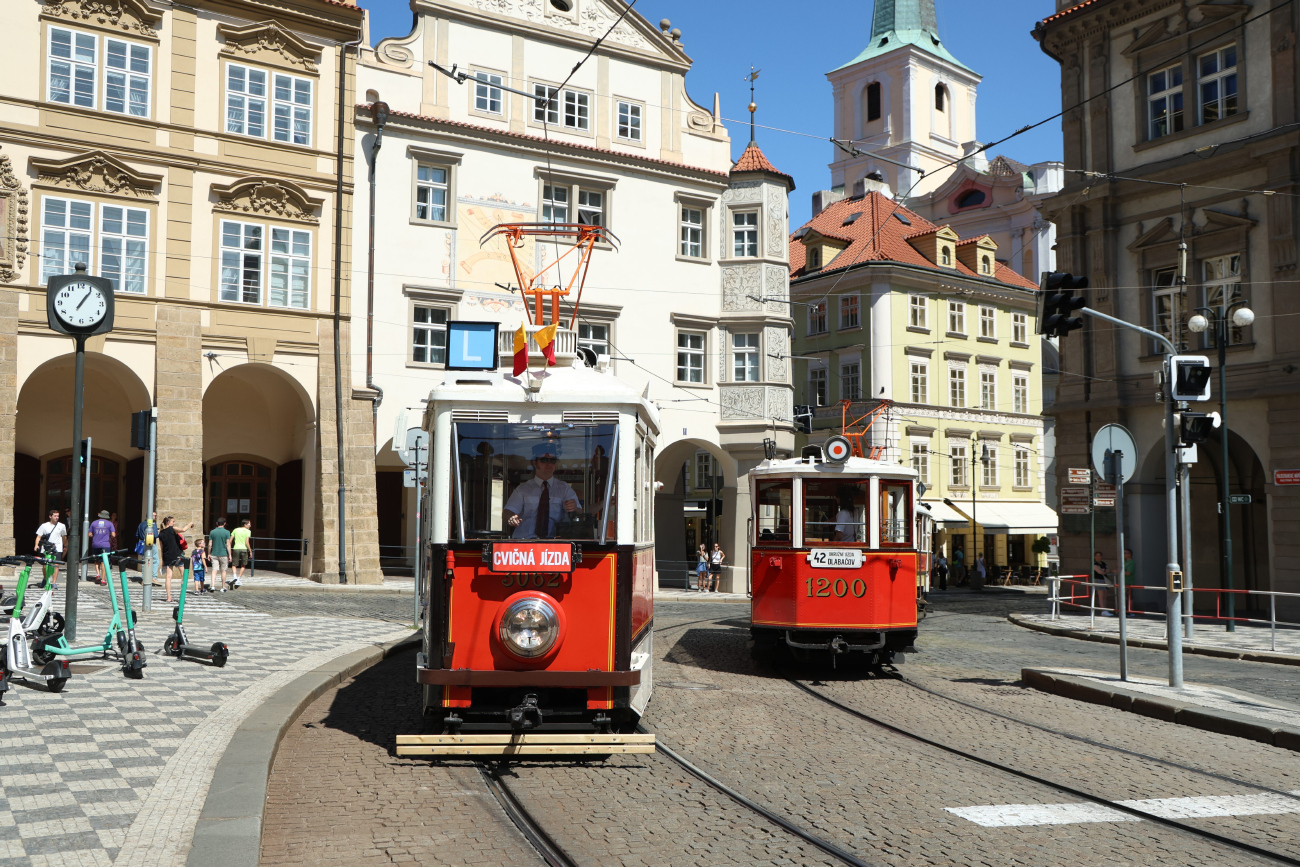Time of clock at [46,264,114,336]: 1:06
